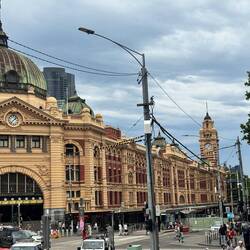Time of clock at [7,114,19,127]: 1:37
